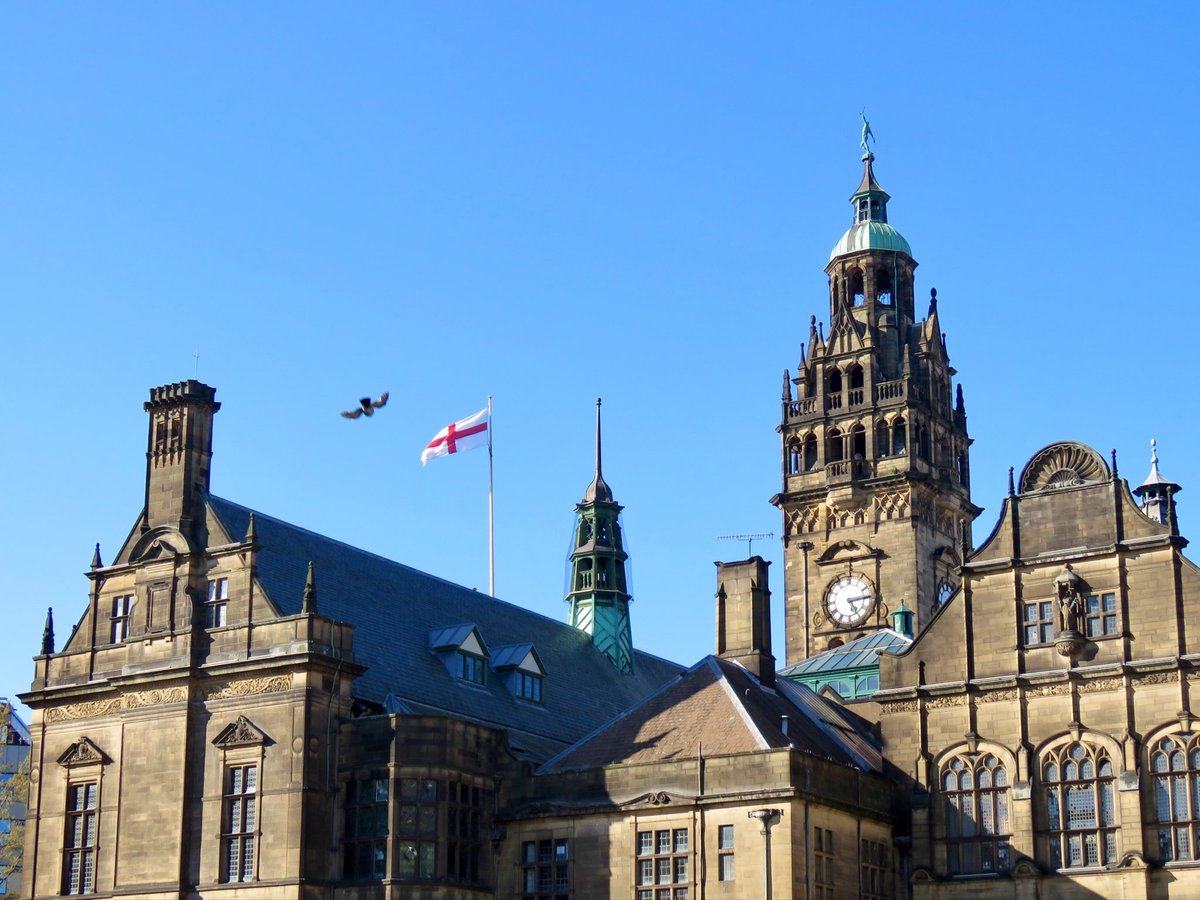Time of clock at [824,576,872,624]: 5:14
